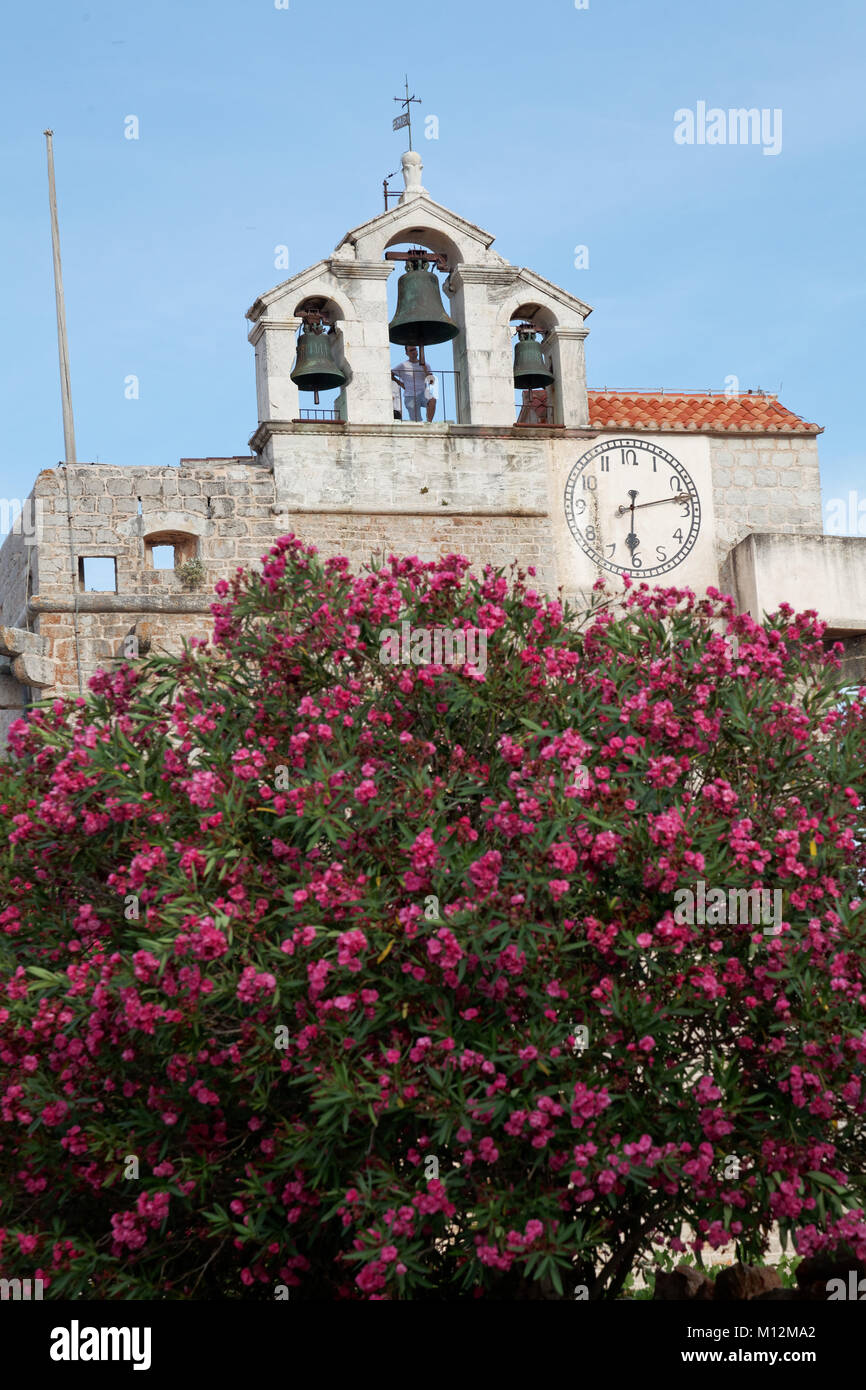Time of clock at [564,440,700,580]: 6:13
